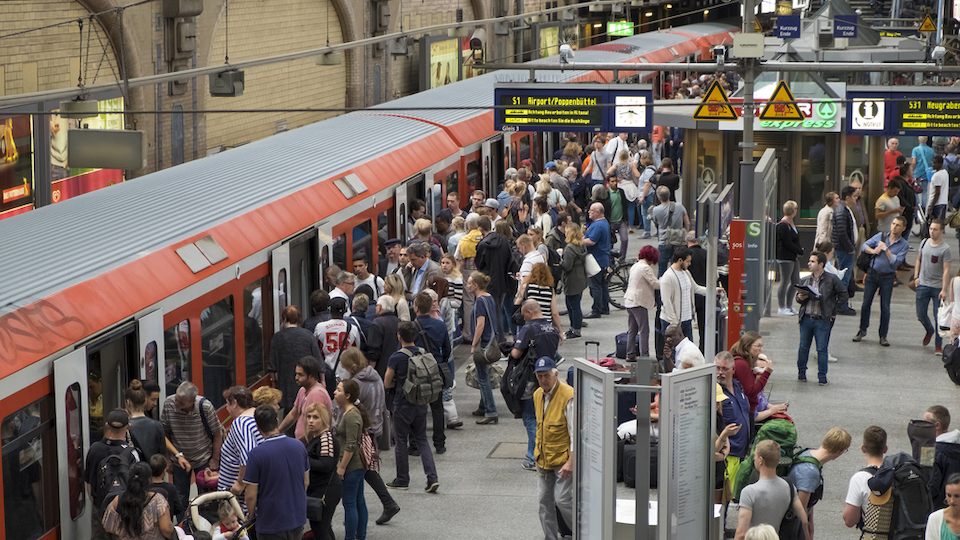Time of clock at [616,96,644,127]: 3:42
